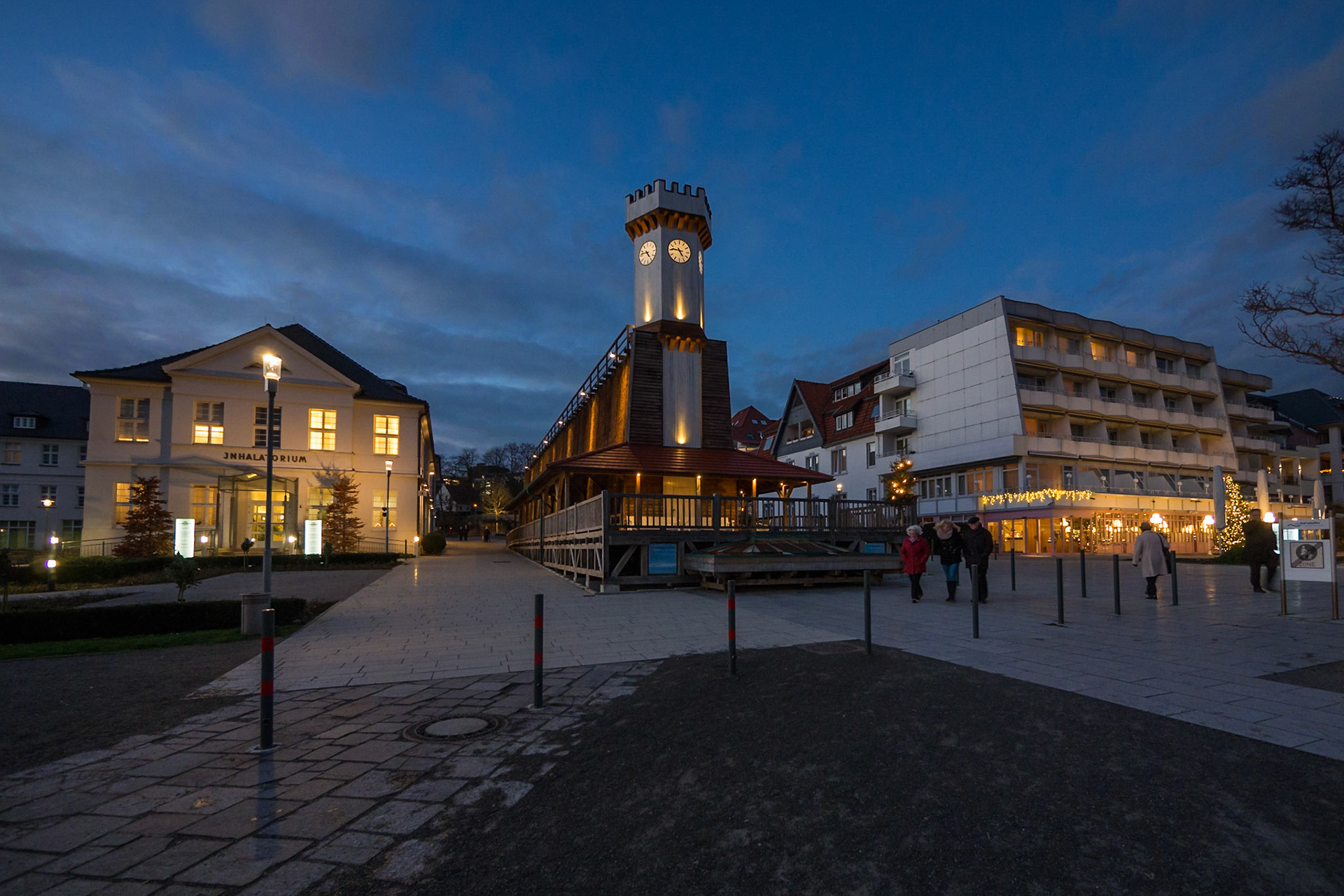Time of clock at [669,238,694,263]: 4:45
